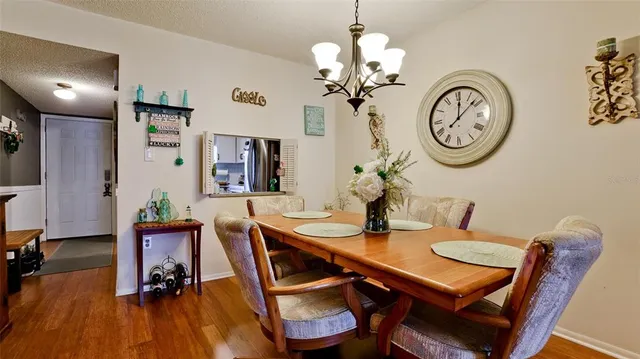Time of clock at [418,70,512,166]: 12:08
